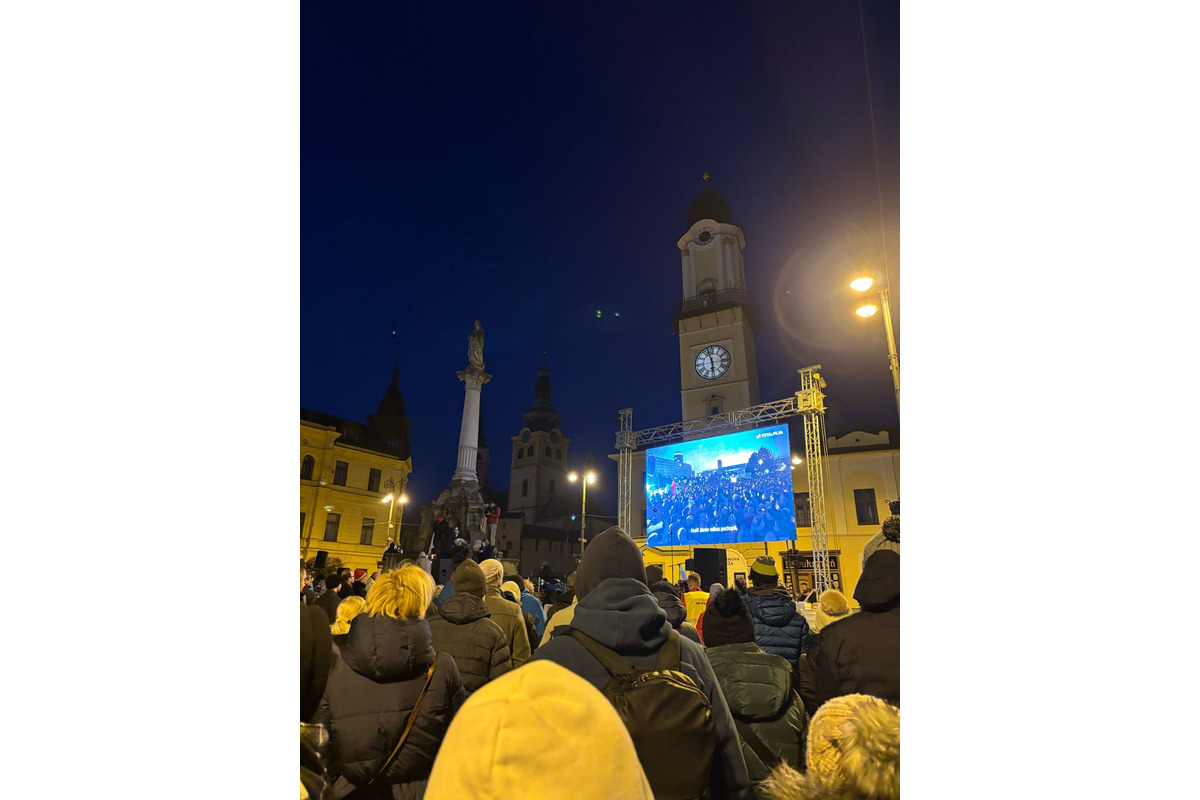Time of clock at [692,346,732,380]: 5:57
